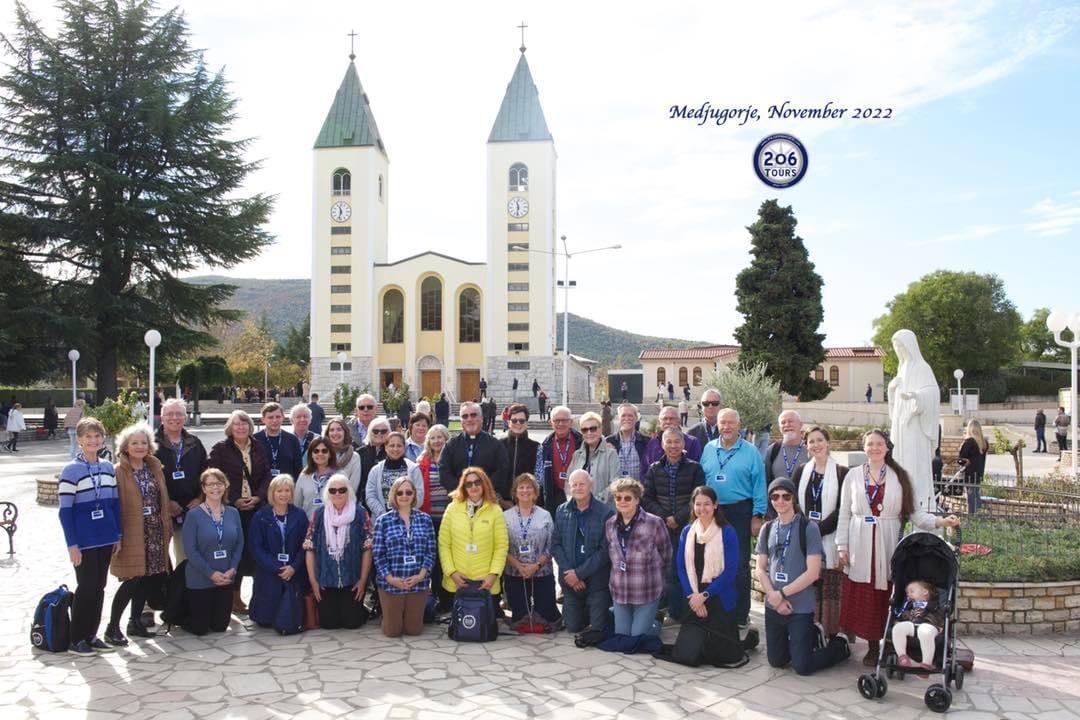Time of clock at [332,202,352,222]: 11:32
